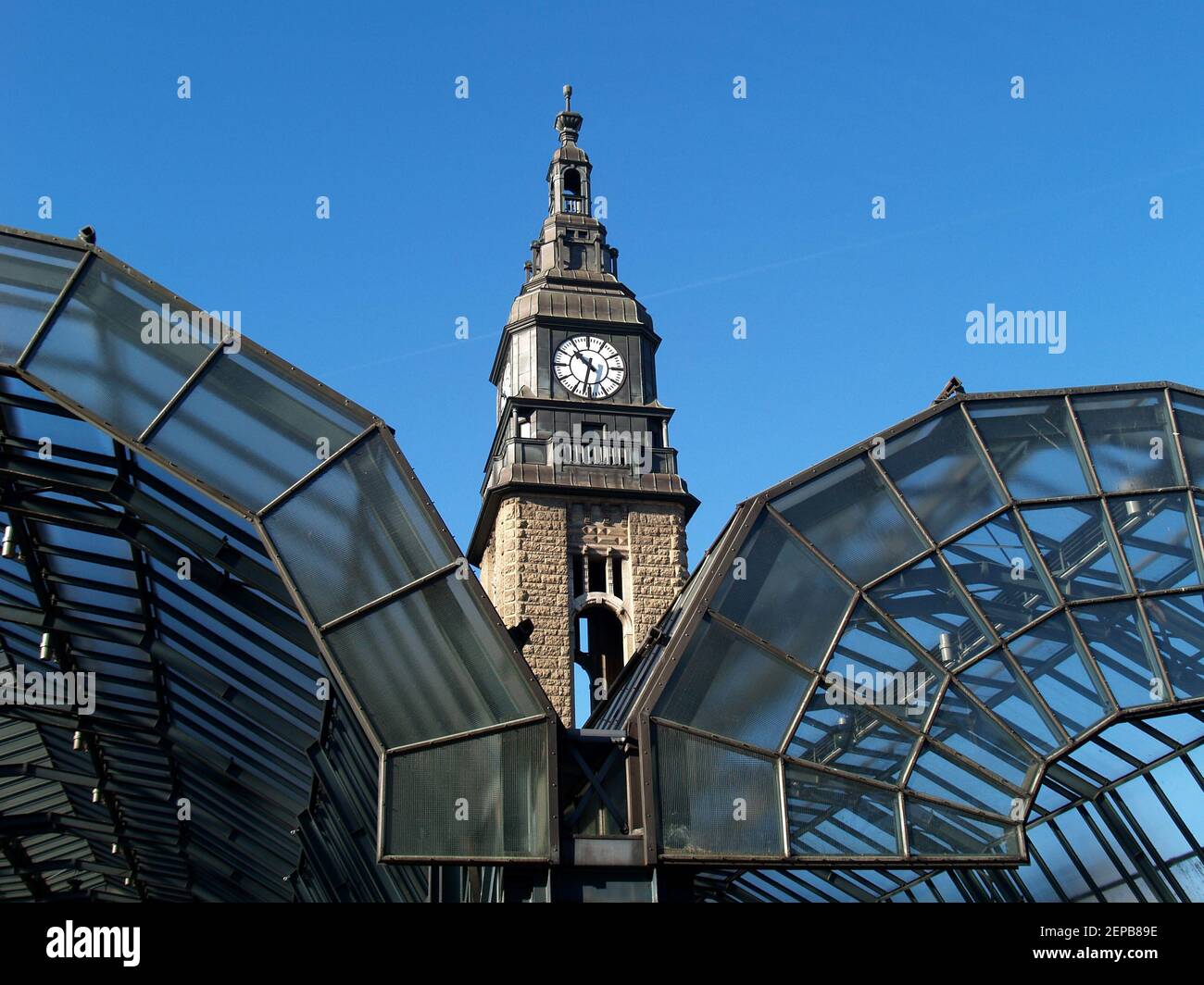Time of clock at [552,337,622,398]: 10:32
